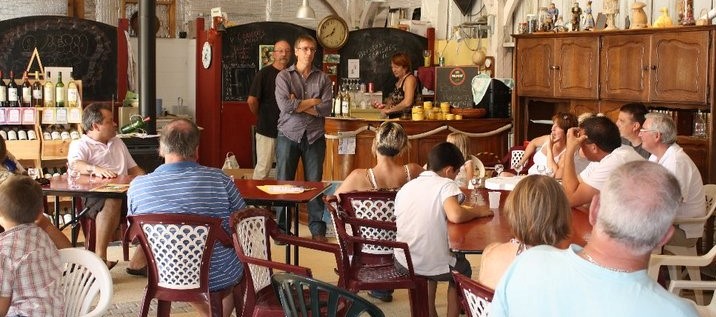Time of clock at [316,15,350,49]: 12:40
